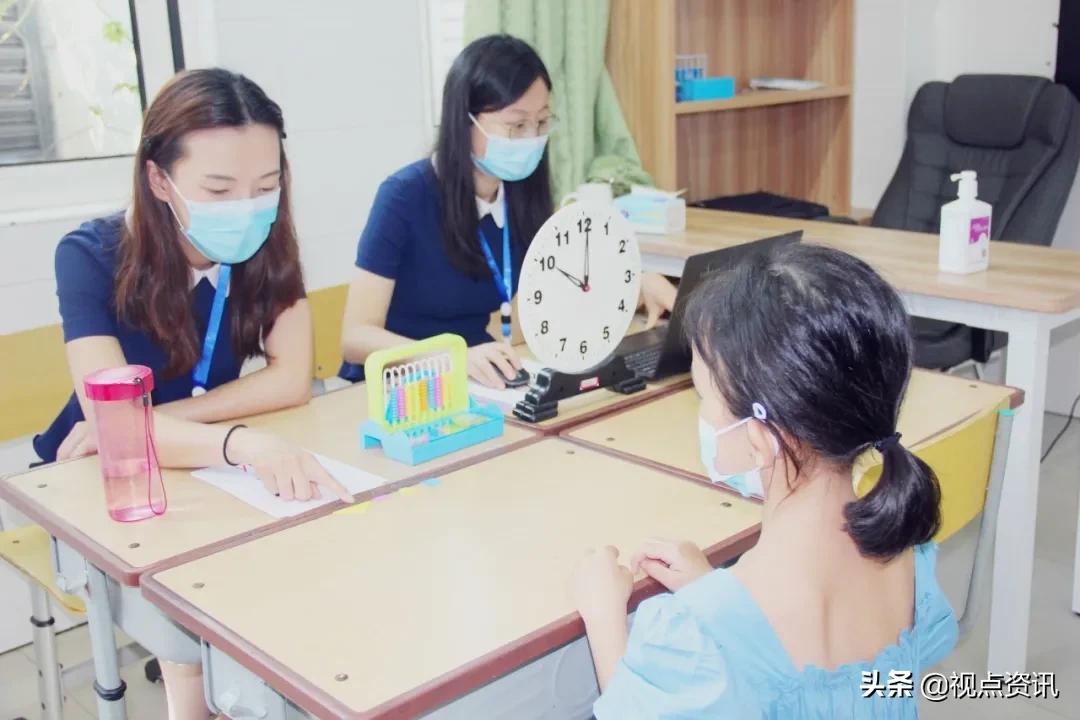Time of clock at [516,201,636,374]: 10:00
